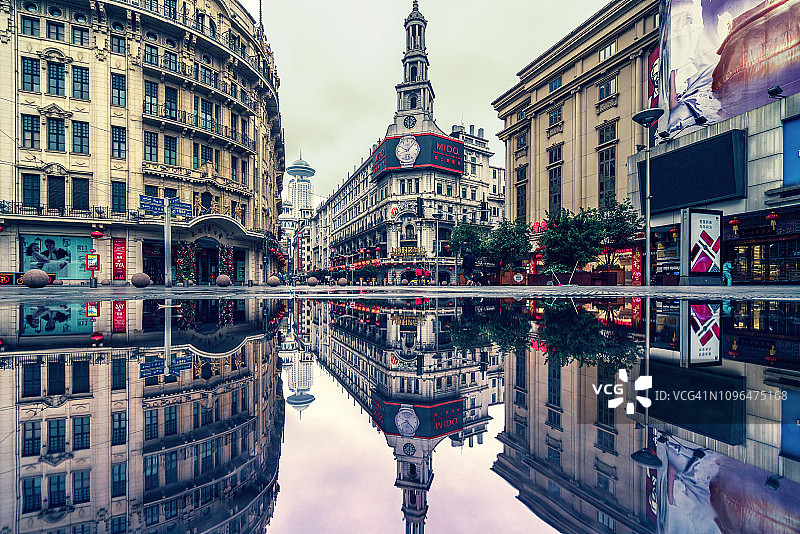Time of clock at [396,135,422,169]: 10:07
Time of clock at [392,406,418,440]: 8:22
